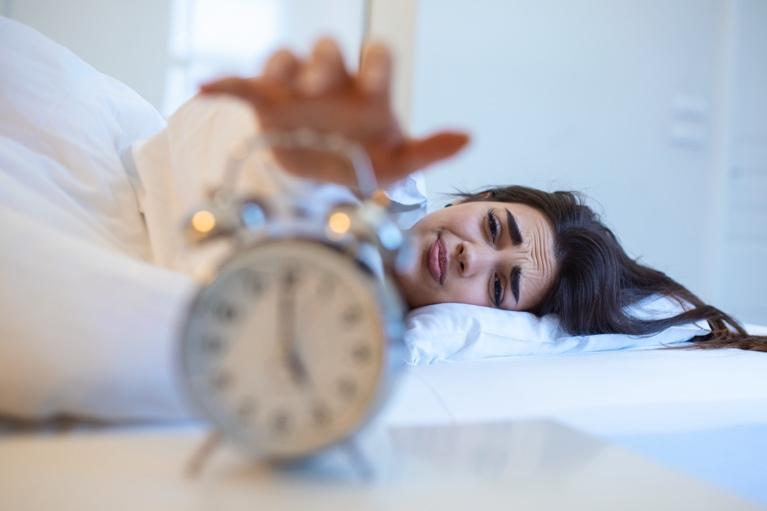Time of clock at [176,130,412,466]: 4:59
